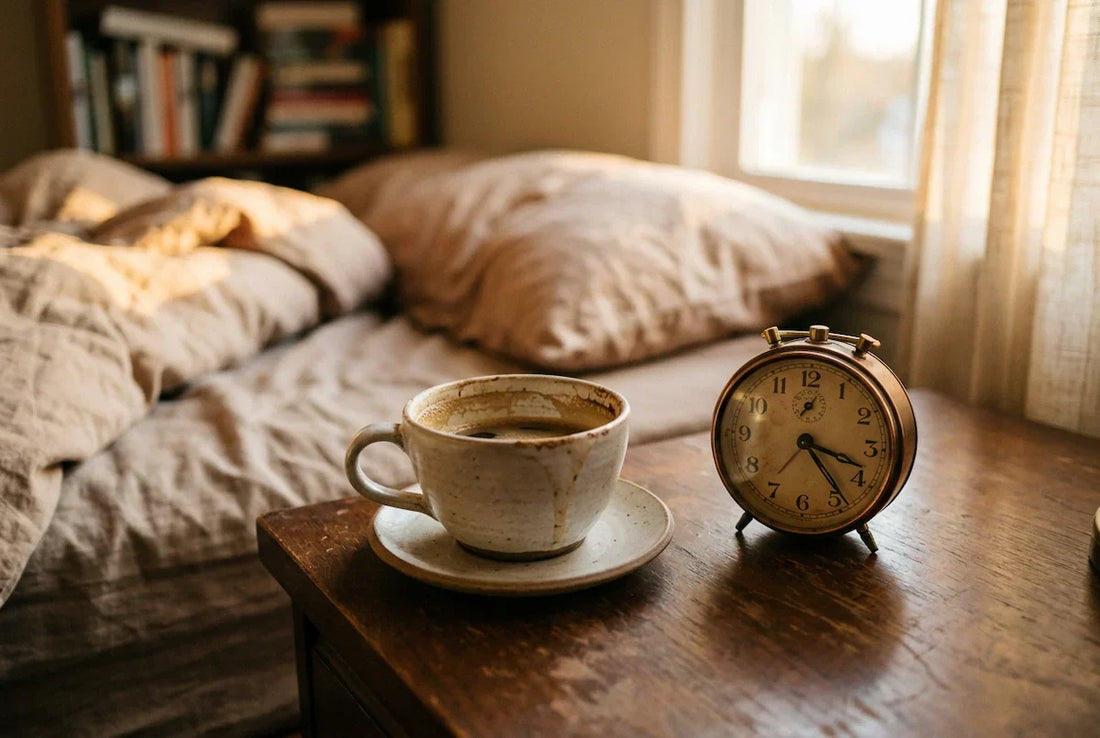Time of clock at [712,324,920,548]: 3:23
